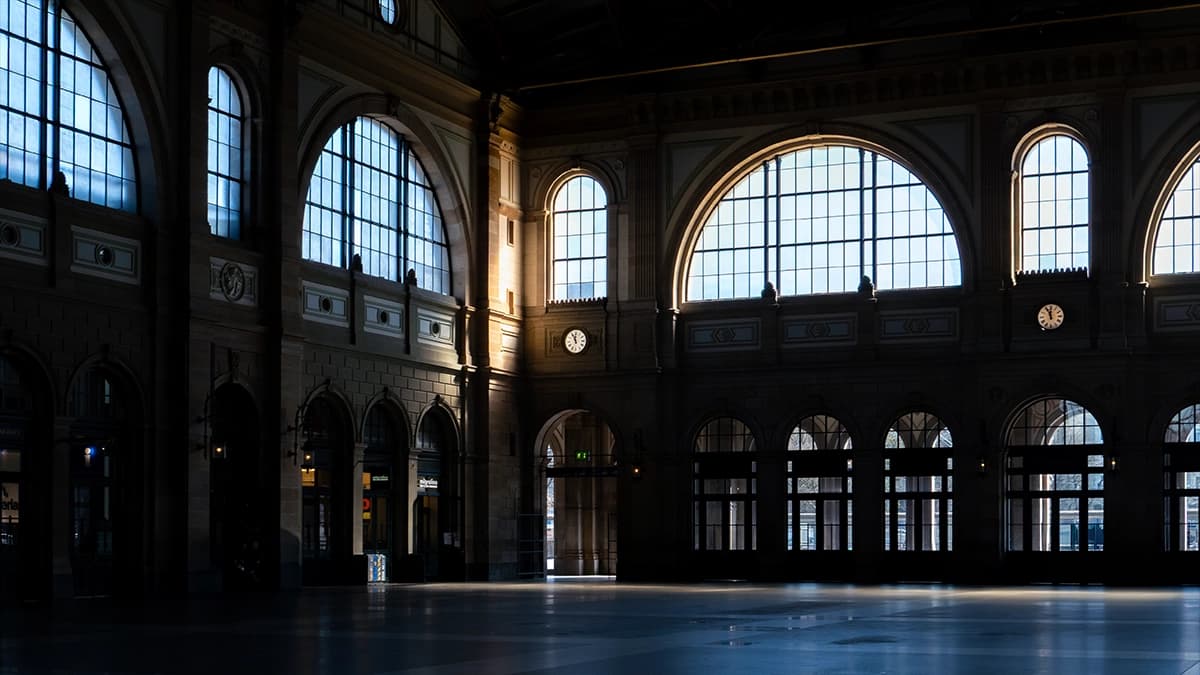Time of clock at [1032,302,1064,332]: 11:56
